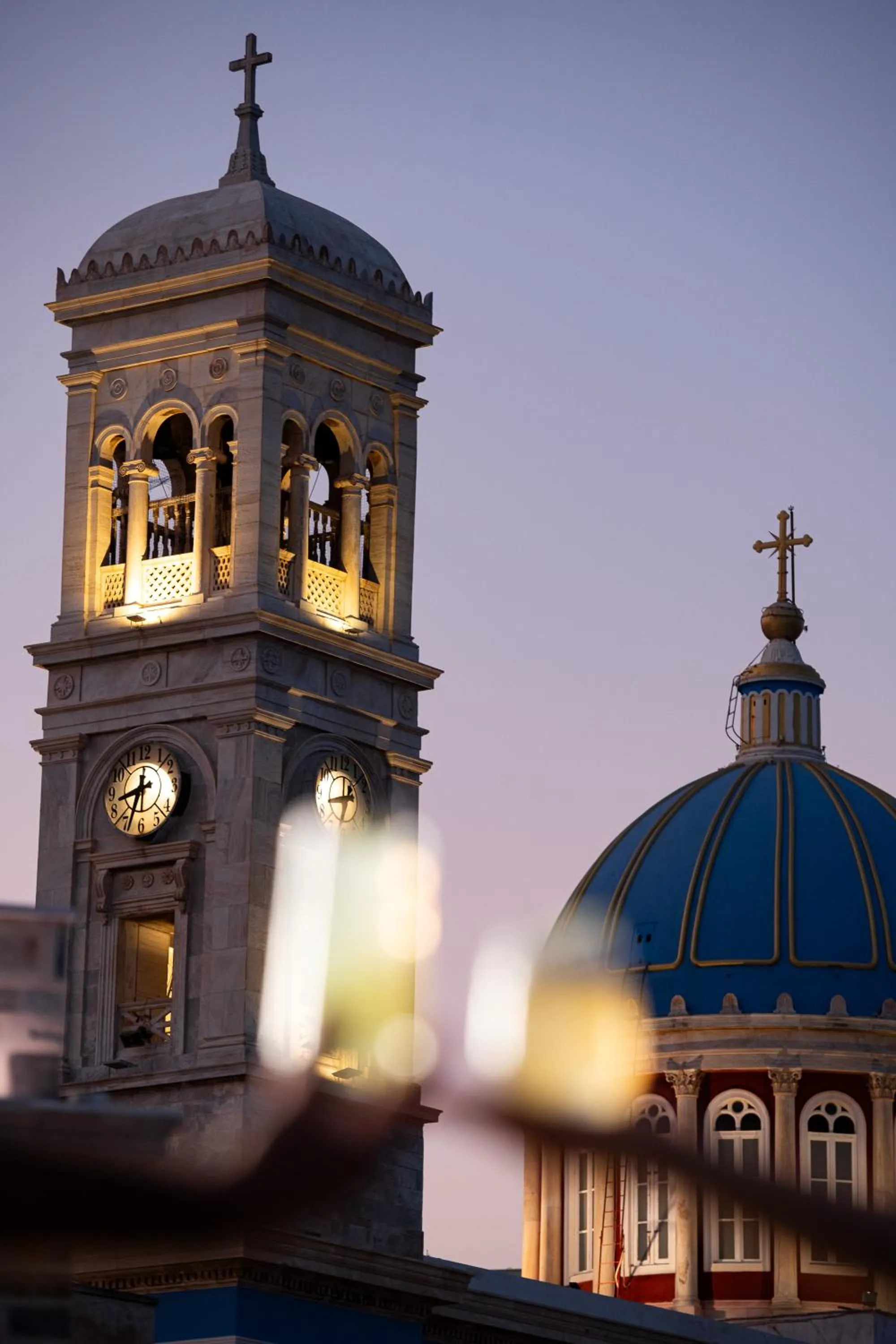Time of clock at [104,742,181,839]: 8:33
